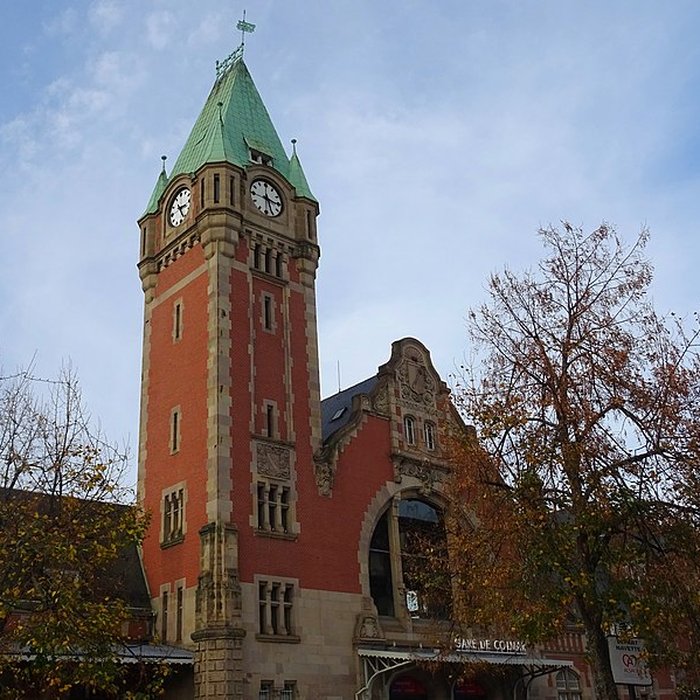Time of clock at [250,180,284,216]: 5:15
